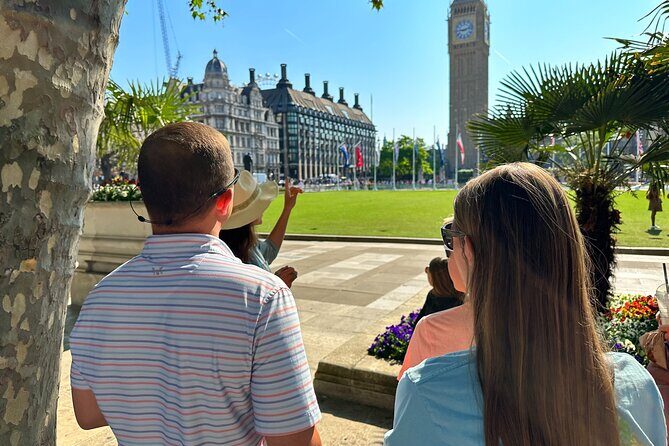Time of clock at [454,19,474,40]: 9:12
